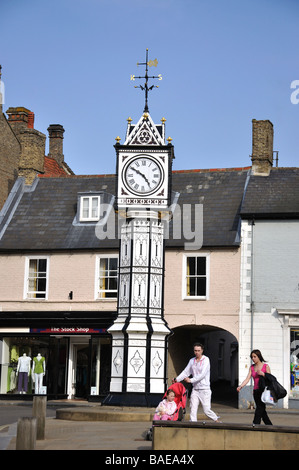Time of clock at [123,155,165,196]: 4:50
